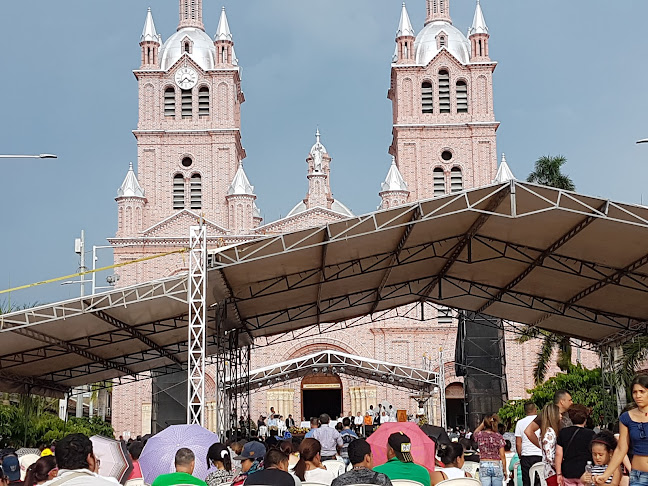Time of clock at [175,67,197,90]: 4:37
